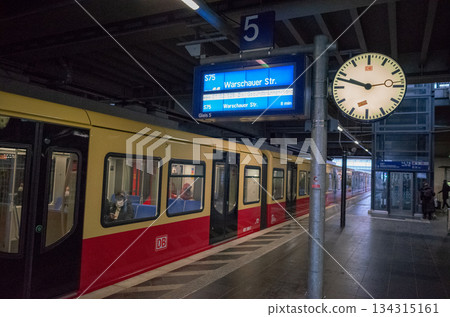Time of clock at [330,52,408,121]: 9:47
